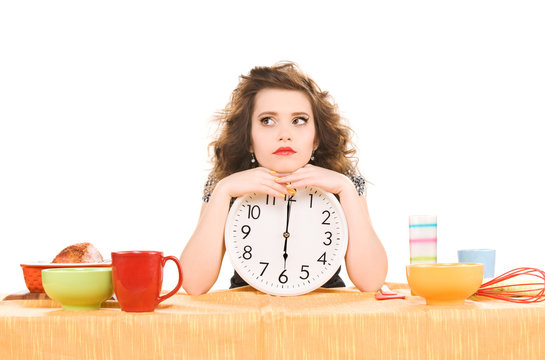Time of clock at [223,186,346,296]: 5:59
